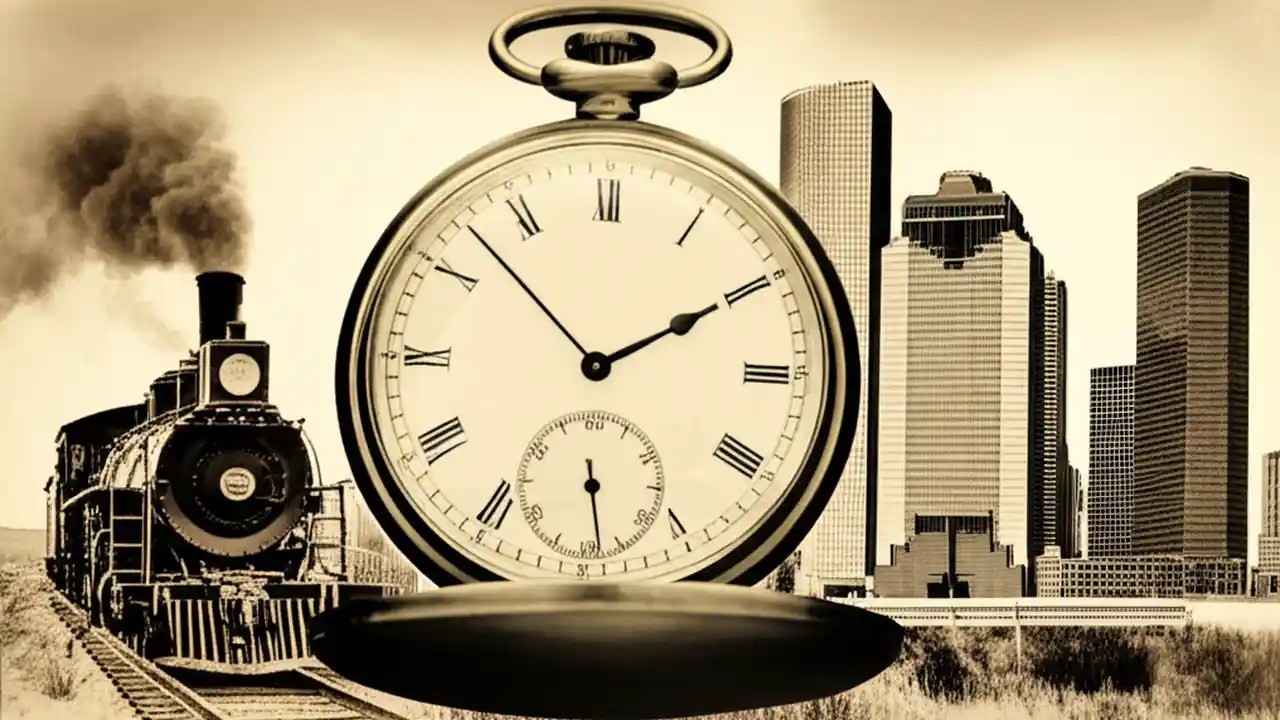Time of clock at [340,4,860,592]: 1:52
